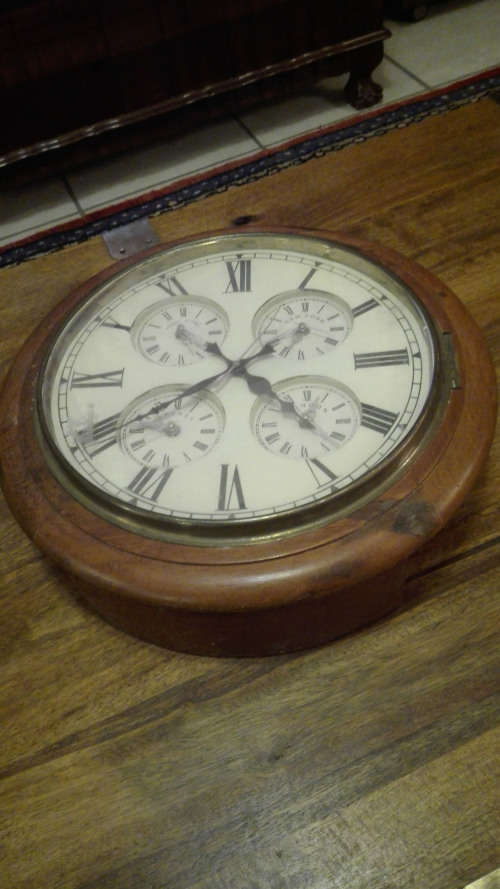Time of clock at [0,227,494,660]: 4:40
